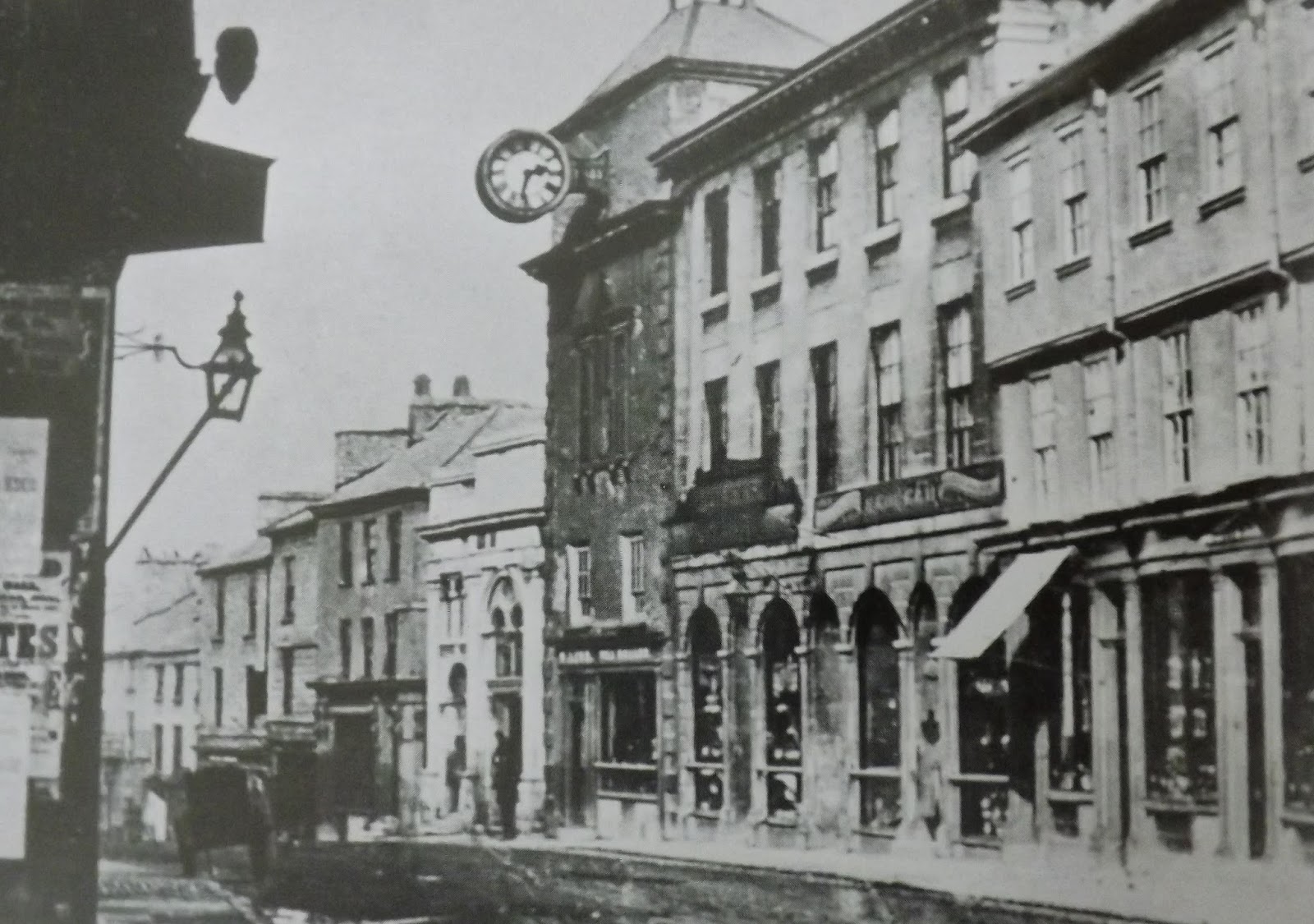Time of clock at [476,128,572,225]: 2:32
